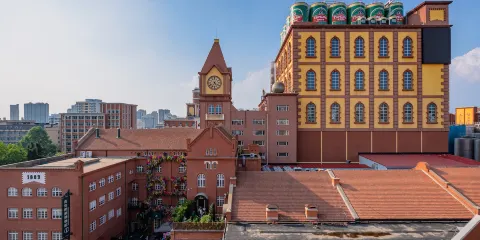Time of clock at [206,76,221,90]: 4:35
